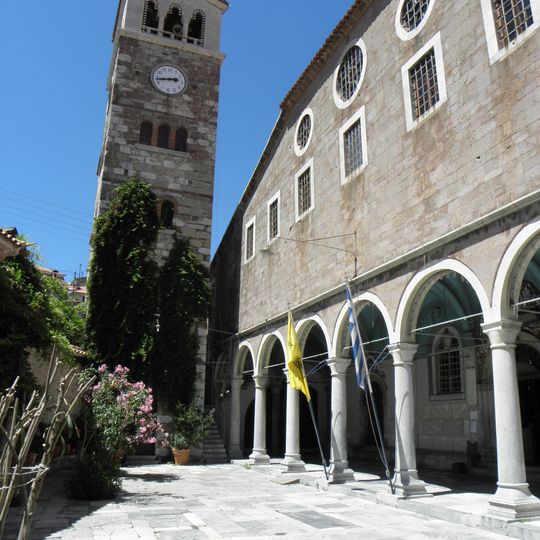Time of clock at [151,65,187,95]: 2:43
